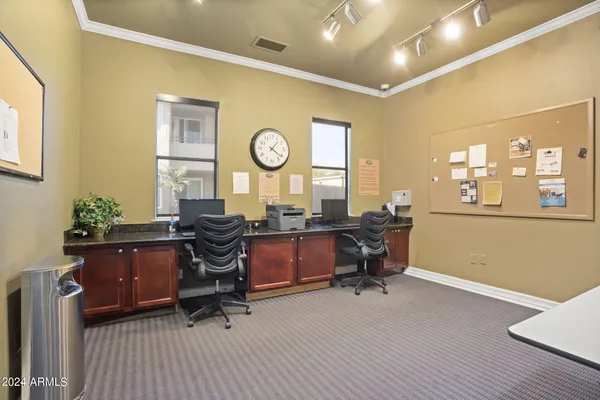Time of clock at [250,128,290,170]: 1:21
